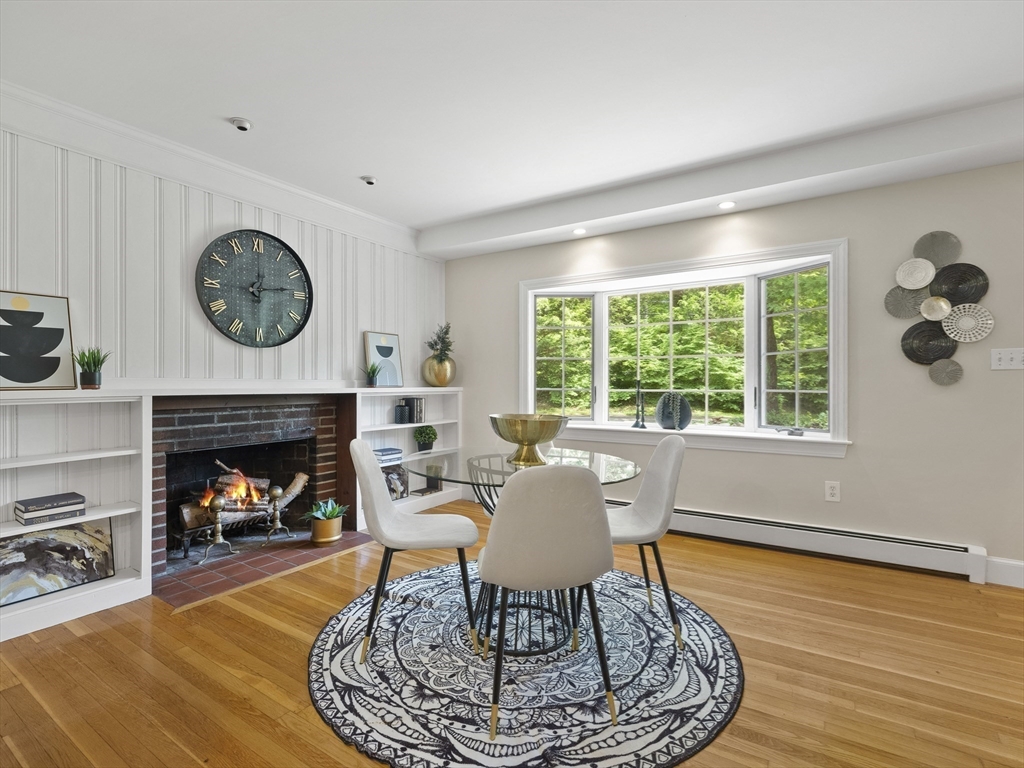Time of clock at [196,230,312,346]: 12:13
